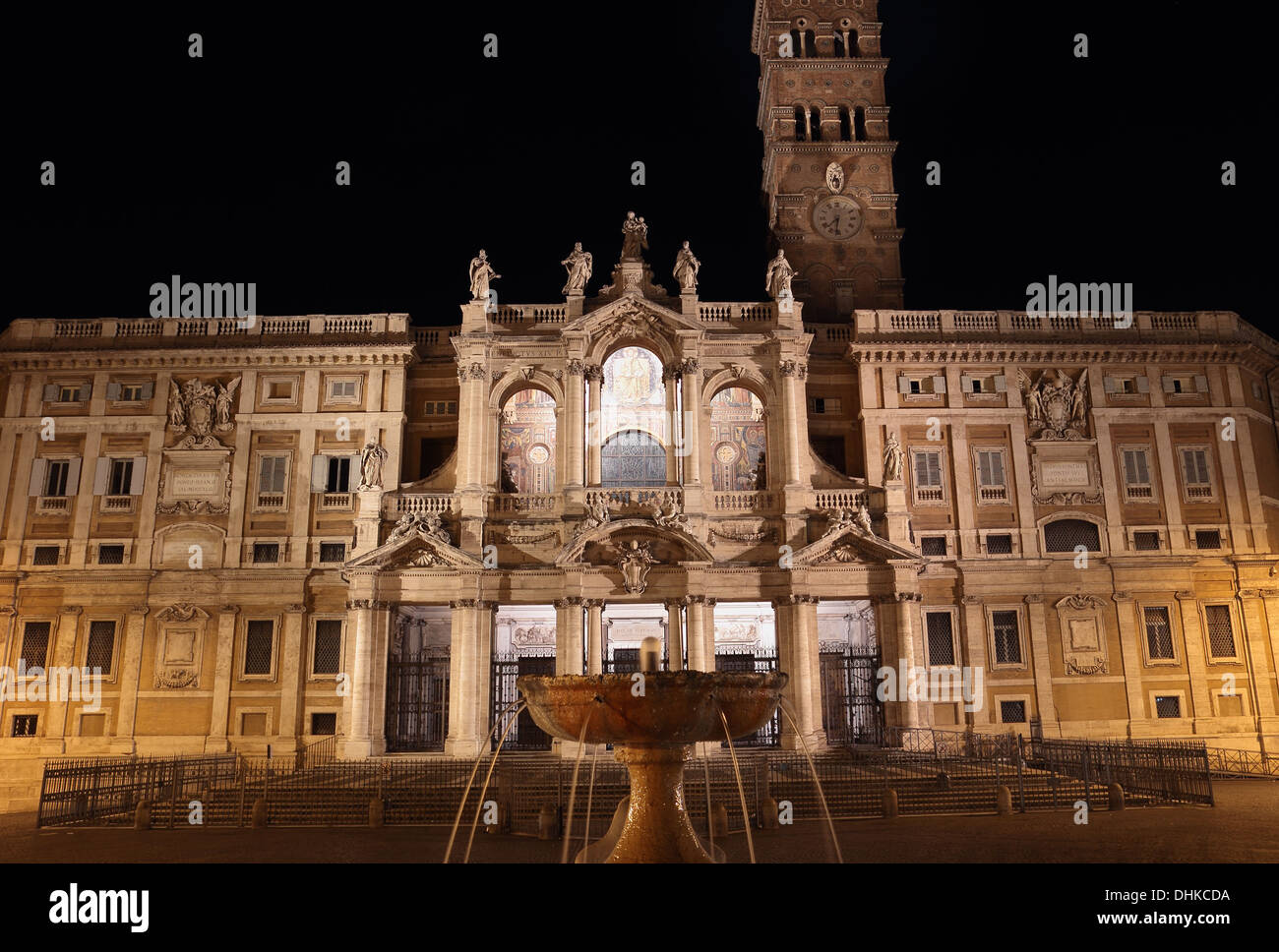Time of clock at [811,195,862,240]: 7:31
